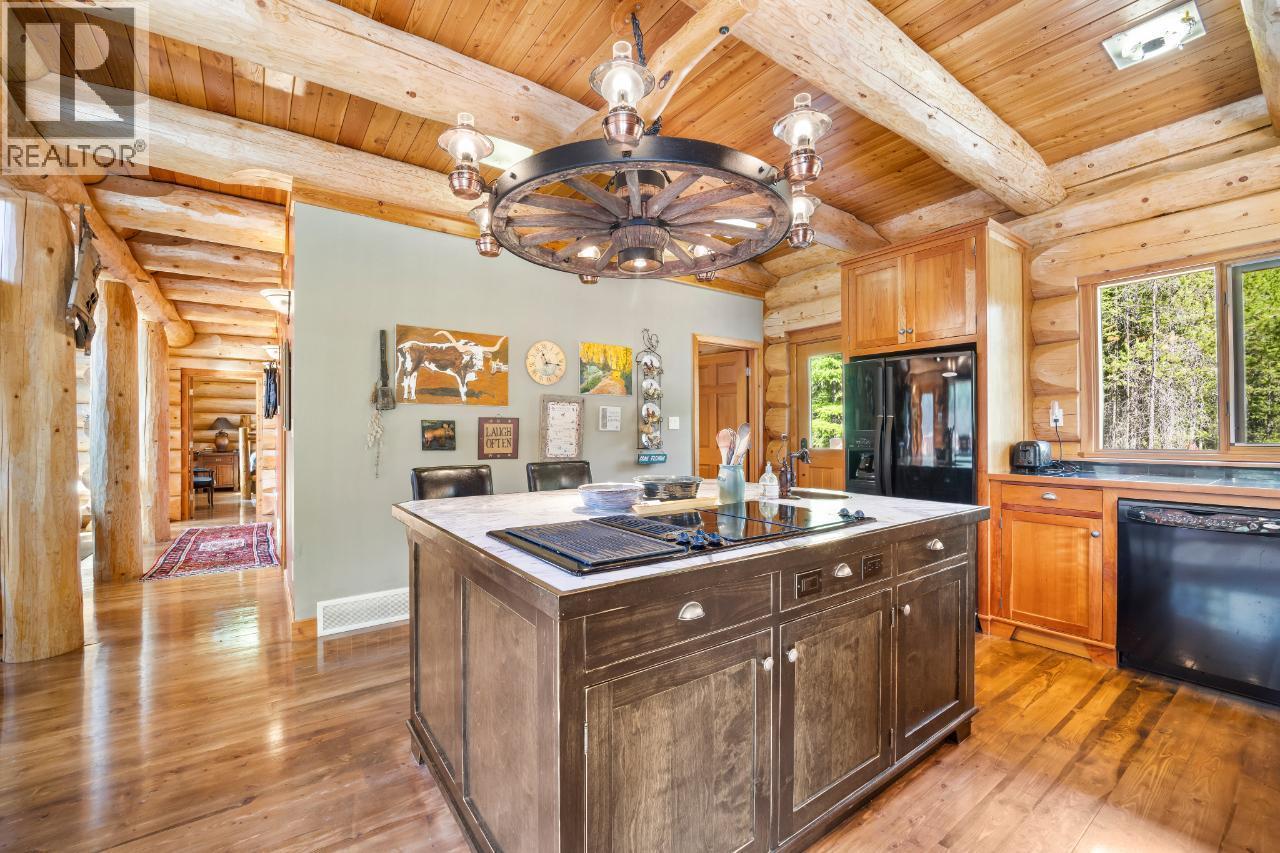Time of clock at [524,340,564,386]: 11:17
